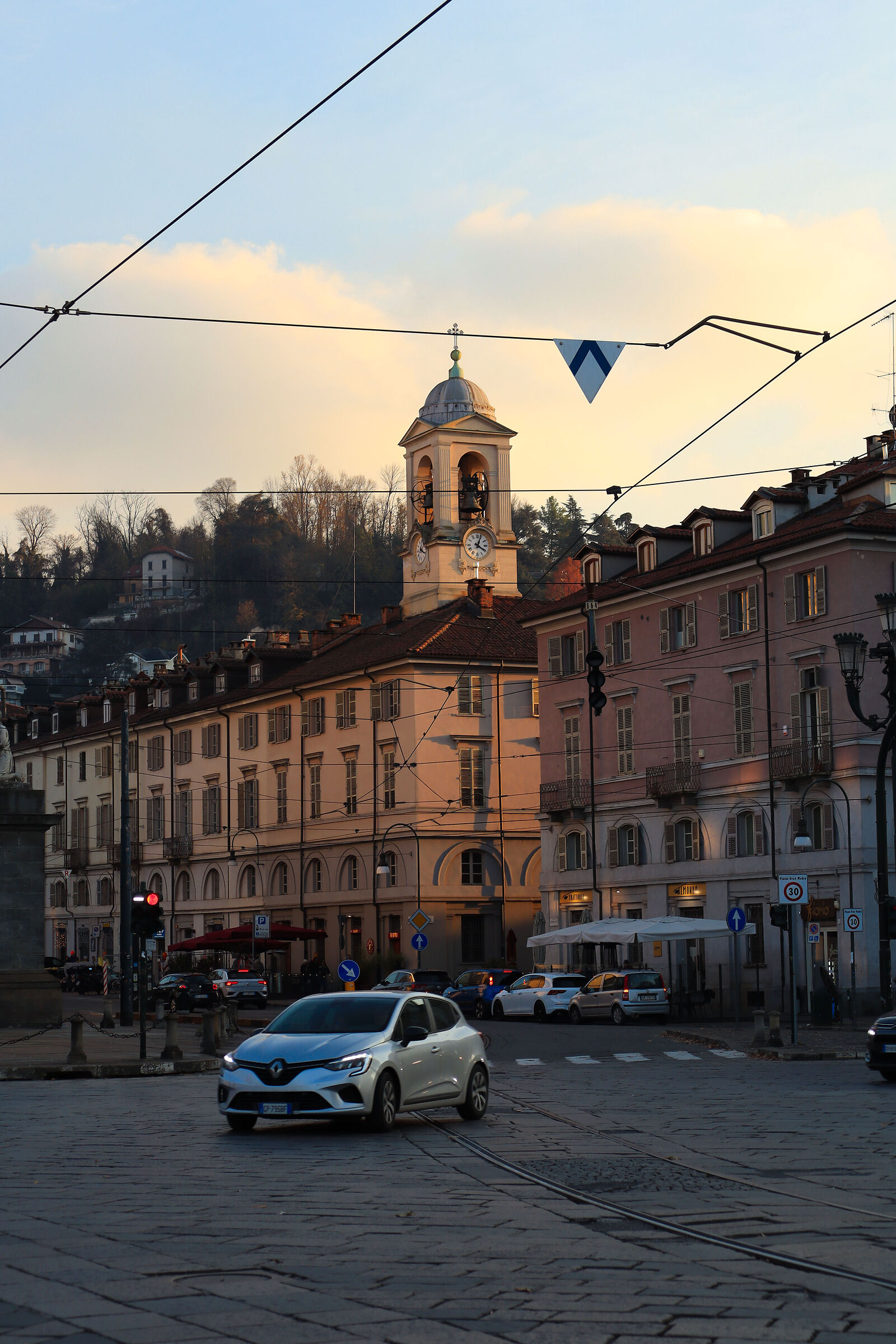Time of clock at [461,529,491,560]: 4:03
